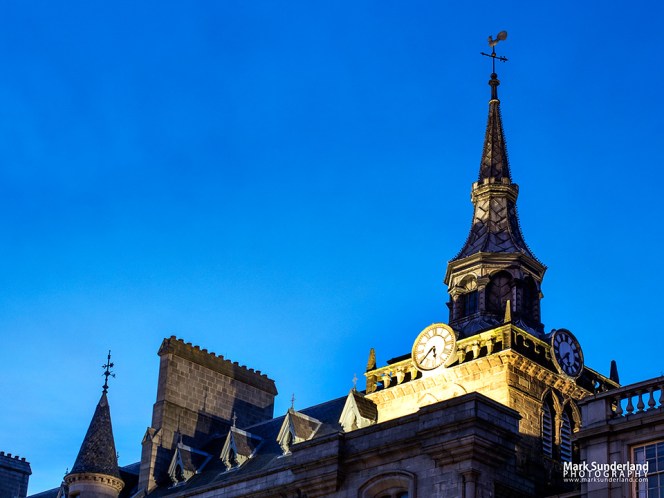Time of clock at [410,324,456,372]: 5:37
